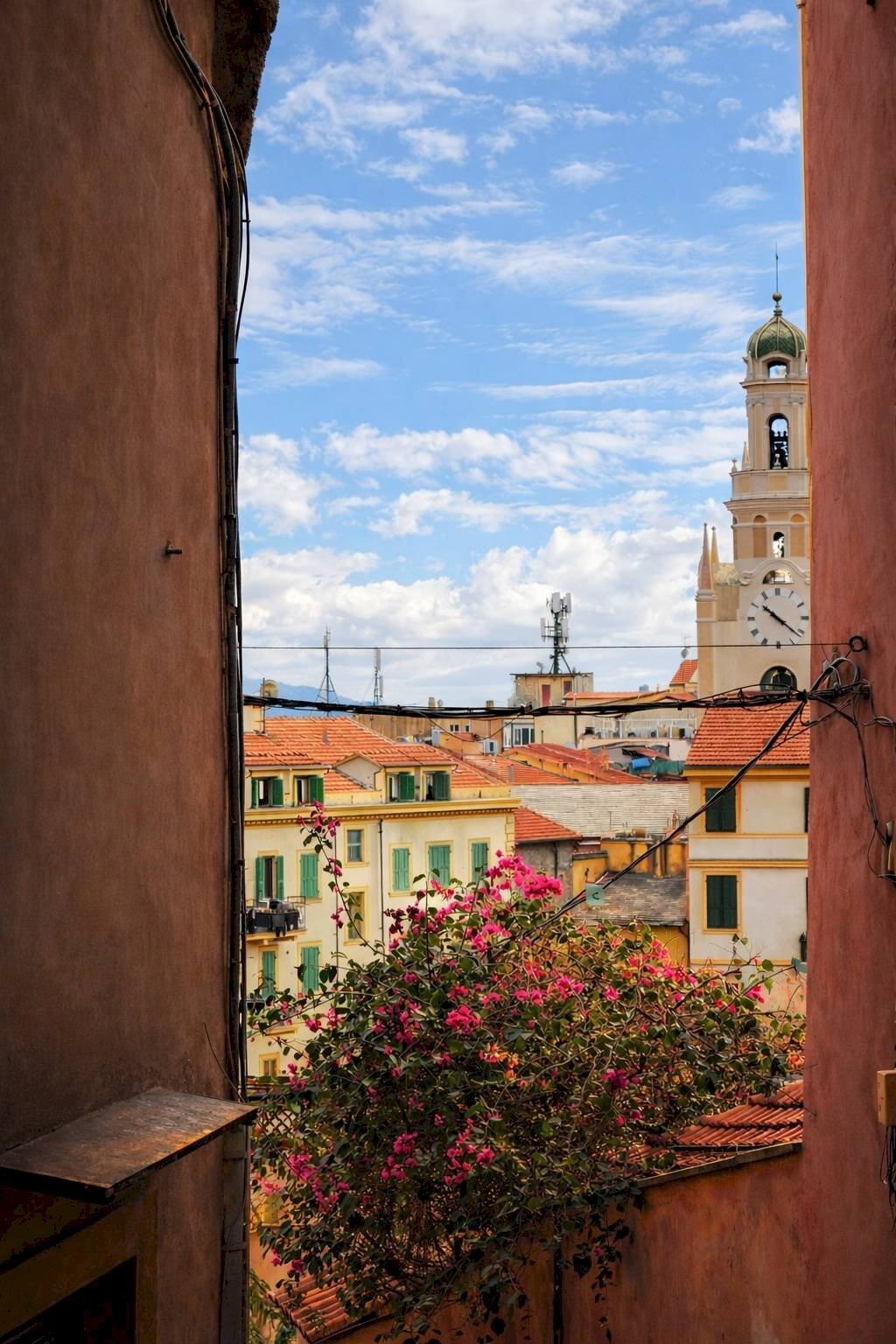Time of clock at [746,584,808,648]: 10:21
